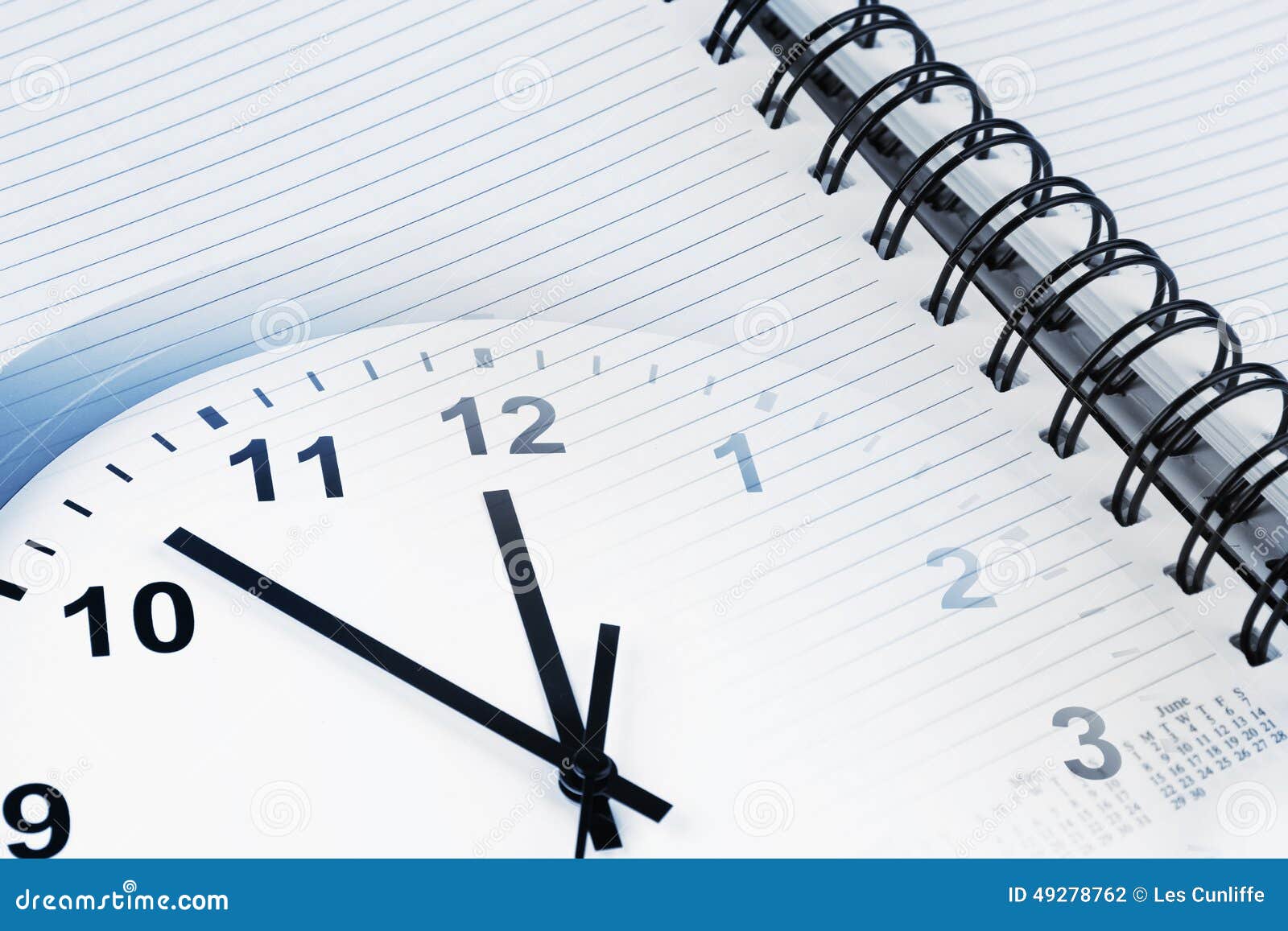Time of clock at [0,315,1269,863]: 11:52
